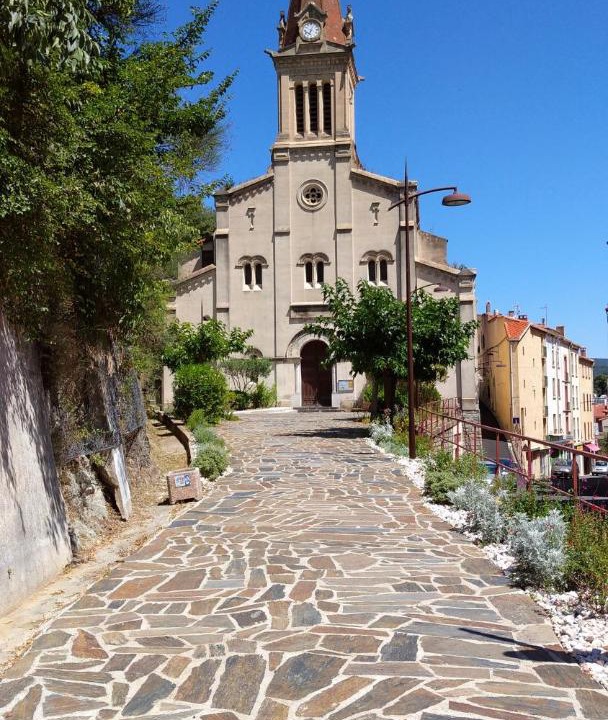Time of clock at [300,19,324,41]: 7:04
